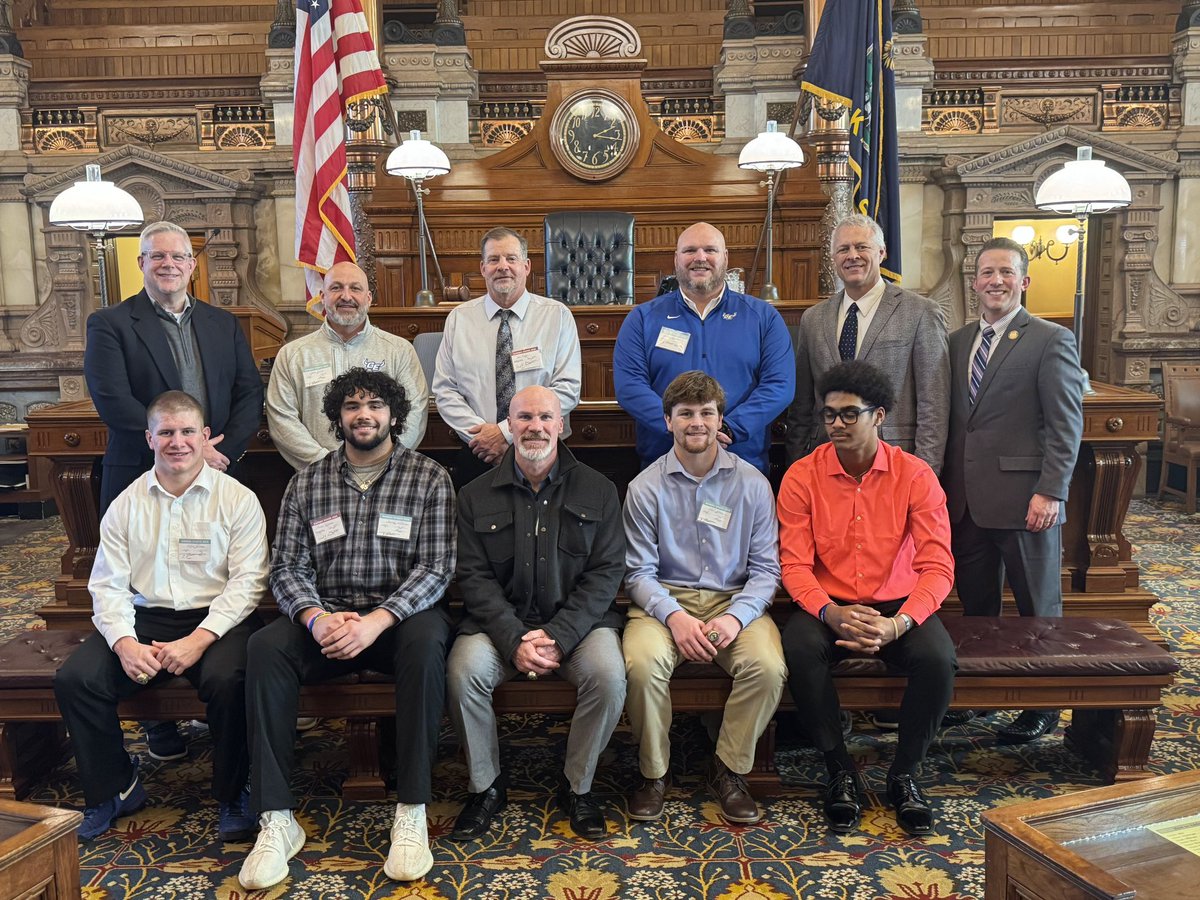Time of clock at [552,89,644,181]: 3:11
